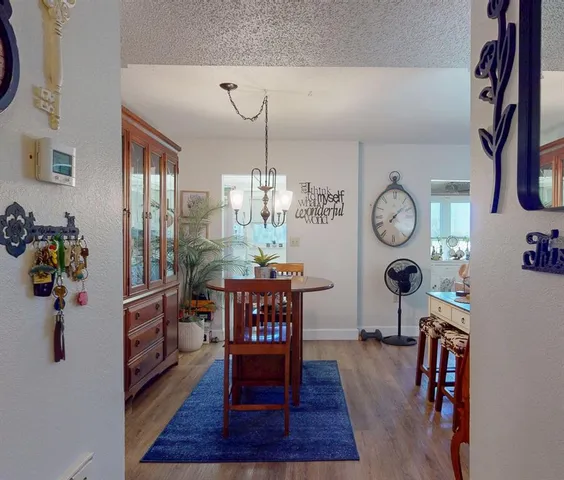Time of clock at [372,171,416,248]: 7:07
